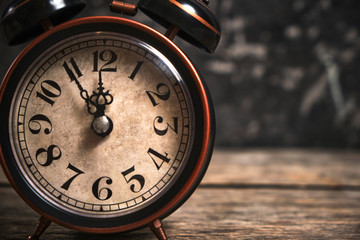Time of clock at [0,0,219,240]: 11:54
